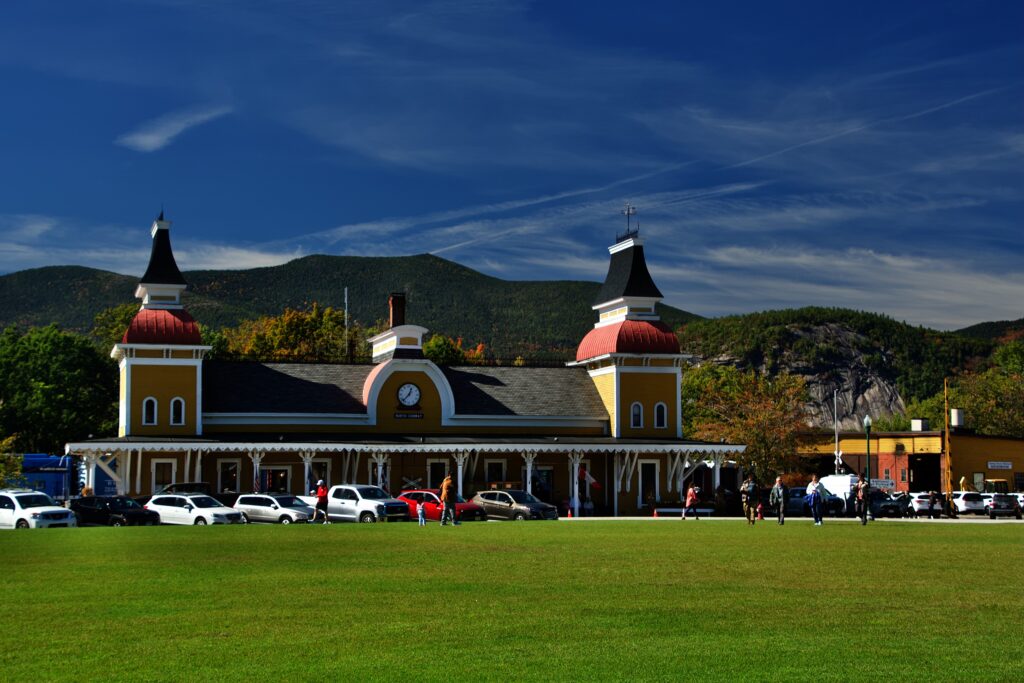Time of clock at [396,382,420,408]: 12:37
